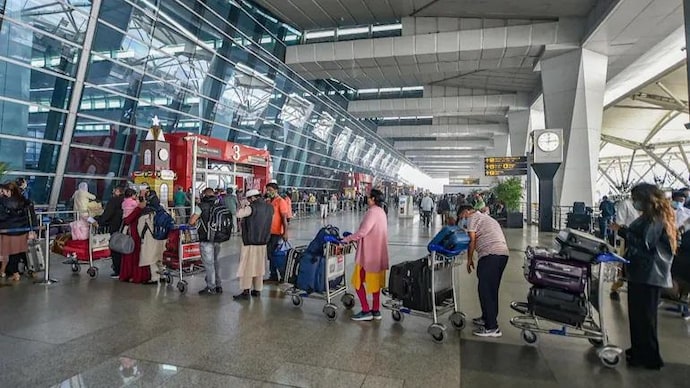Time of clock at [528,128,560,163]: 12:13
